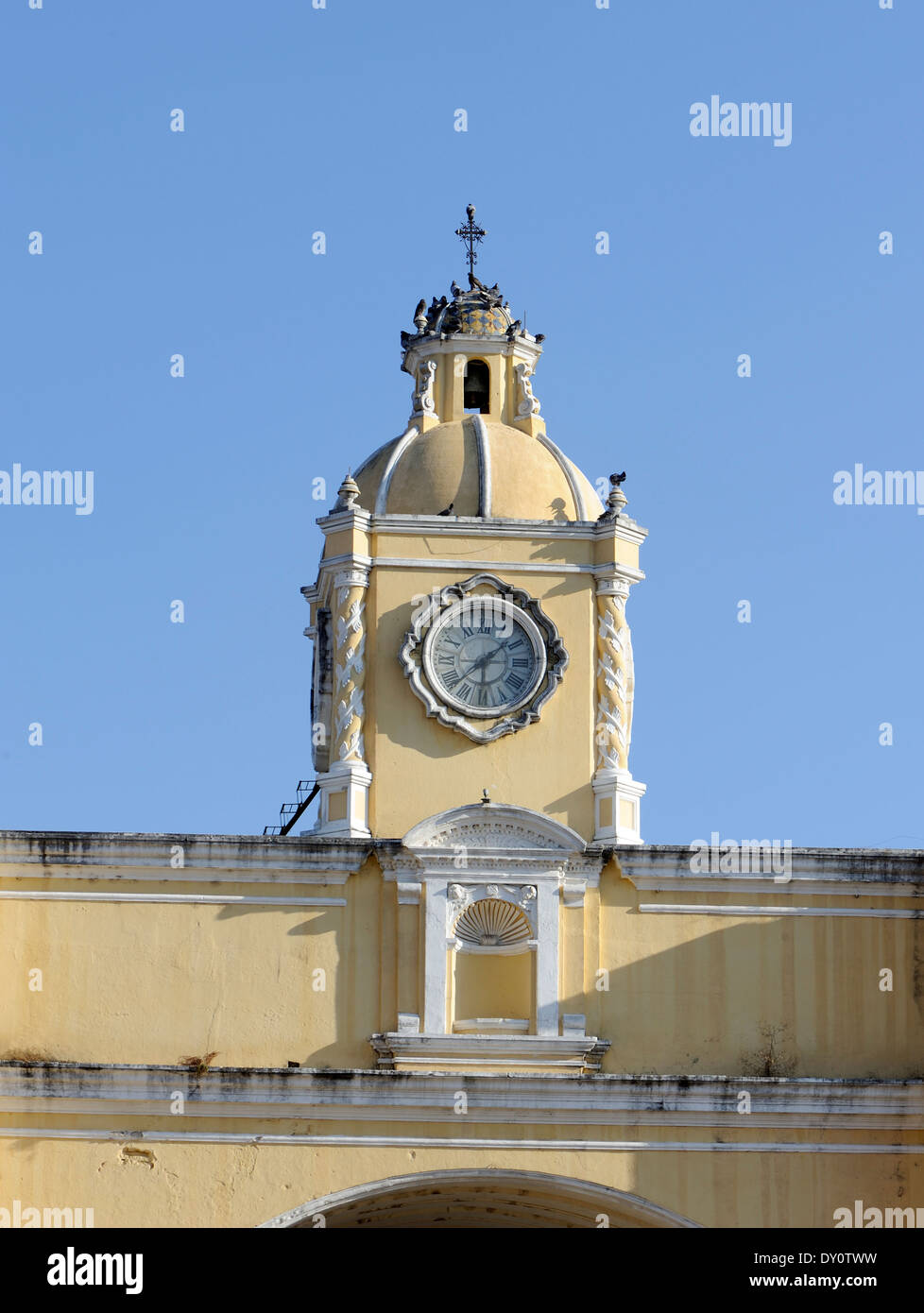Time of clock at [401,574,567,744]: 6:08
